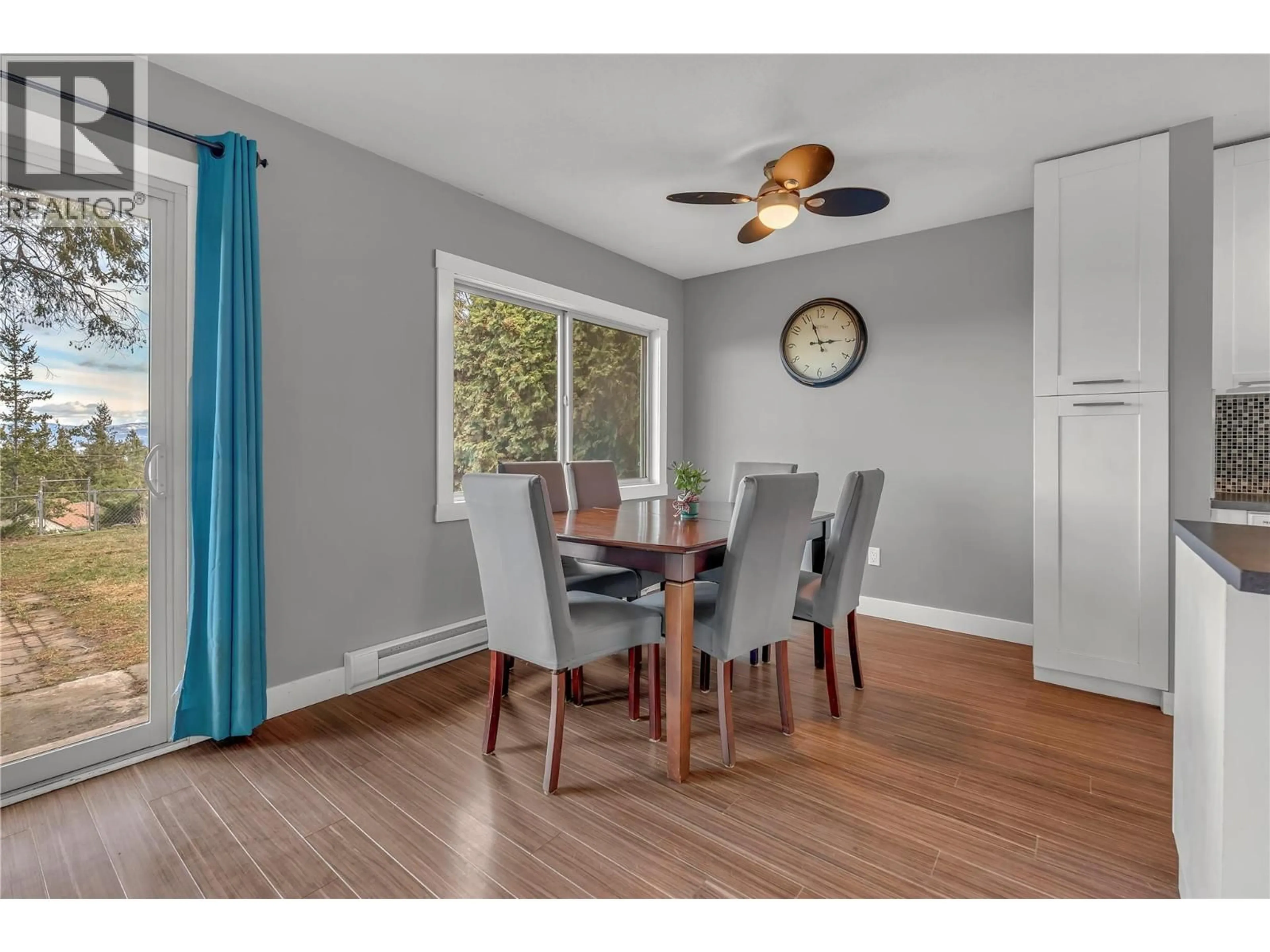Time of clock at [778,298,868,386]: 2:56
